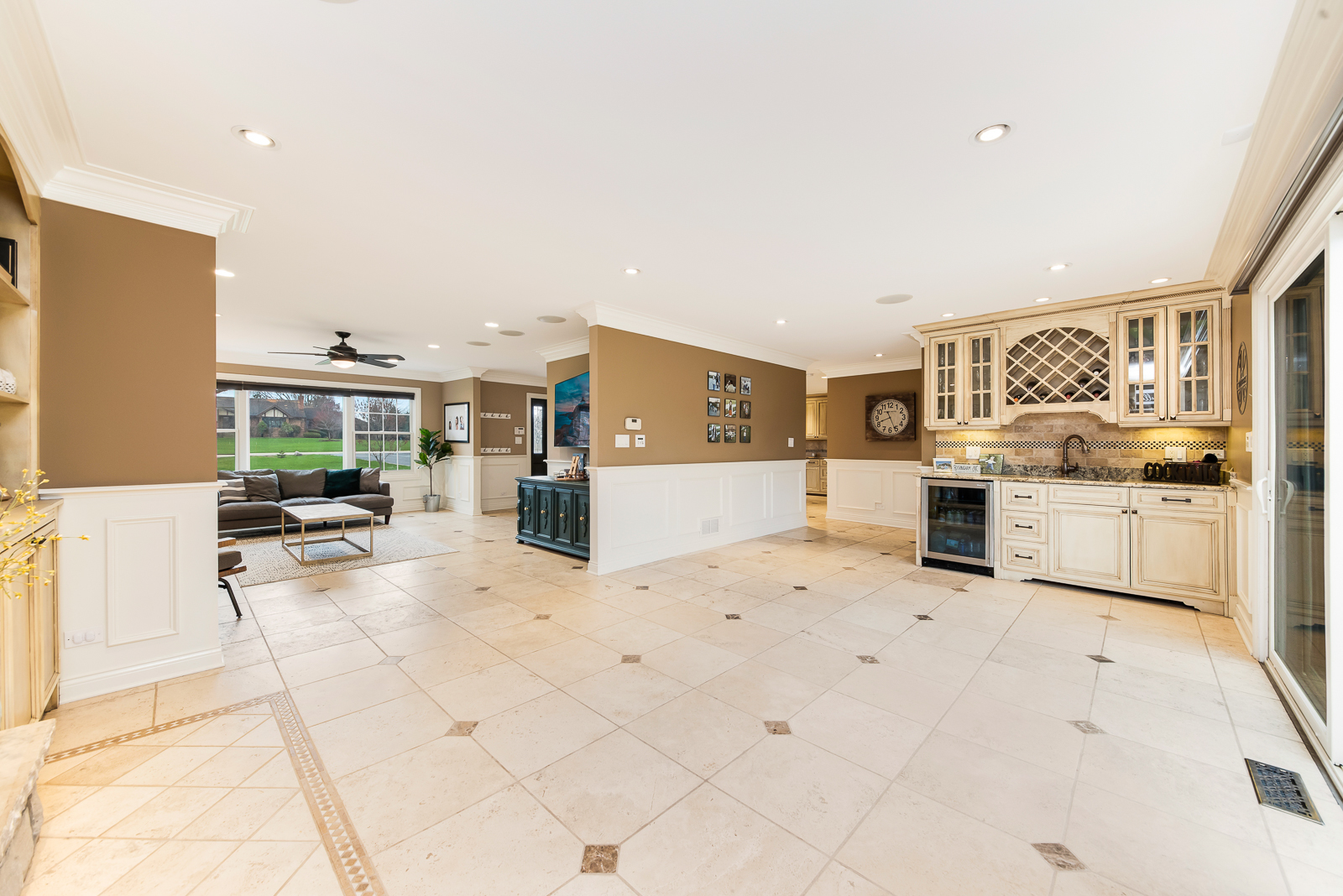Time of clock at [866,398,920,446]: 8:26
